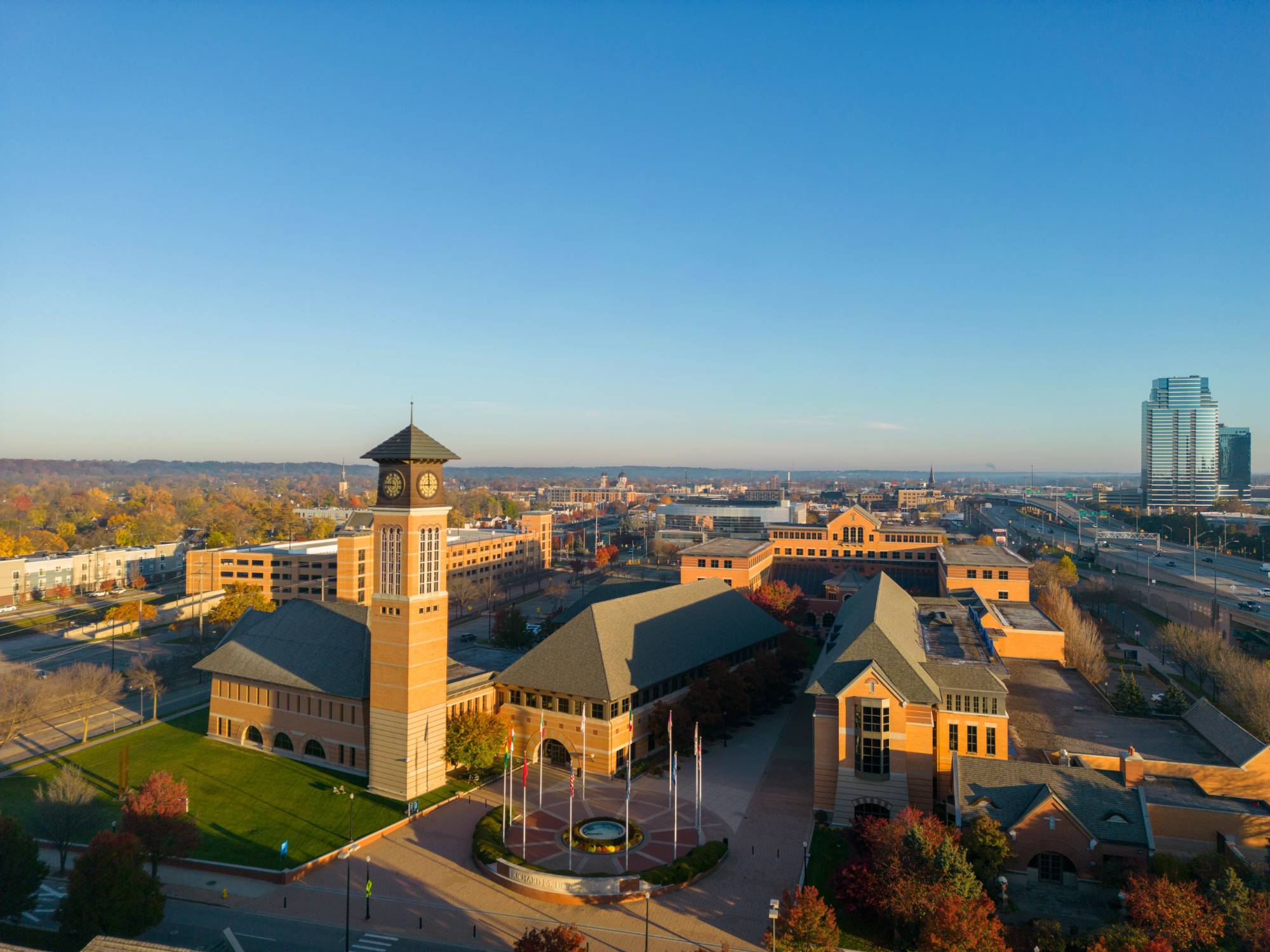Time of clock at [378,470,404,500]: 11:45
